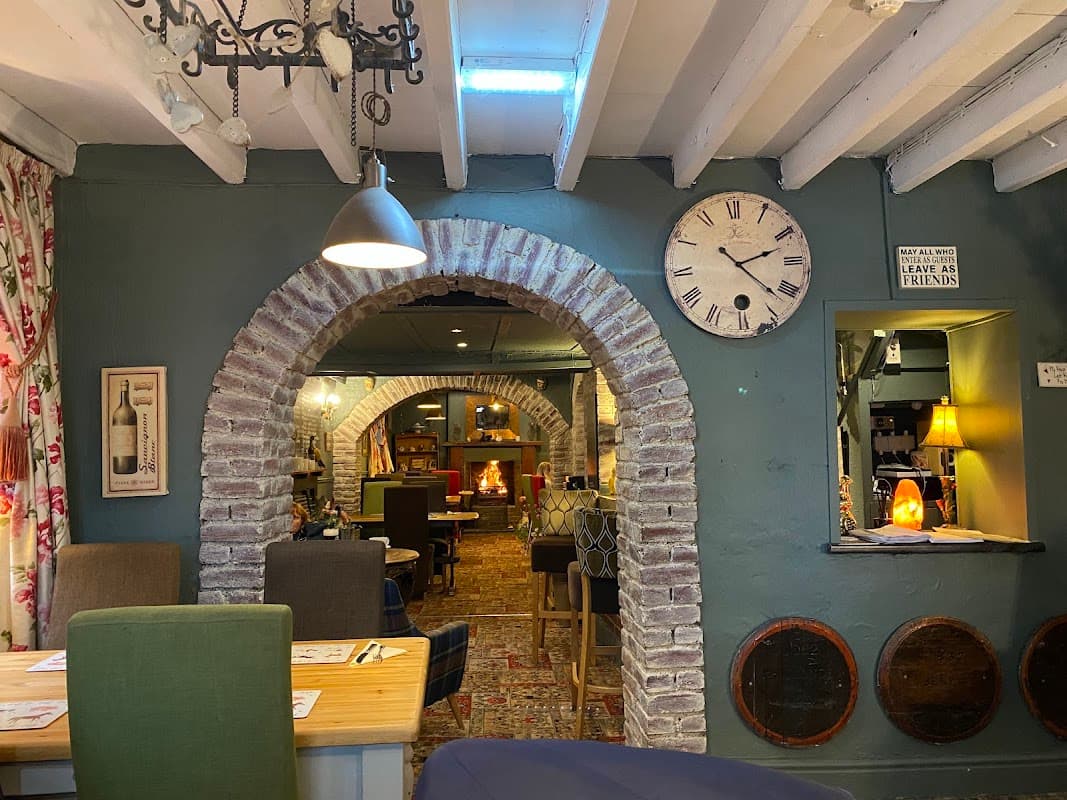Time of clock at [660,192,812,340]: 2:21
